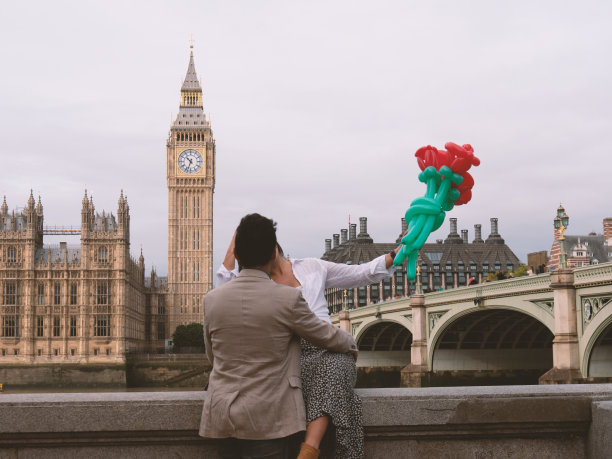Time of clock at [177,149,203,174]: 10:33
